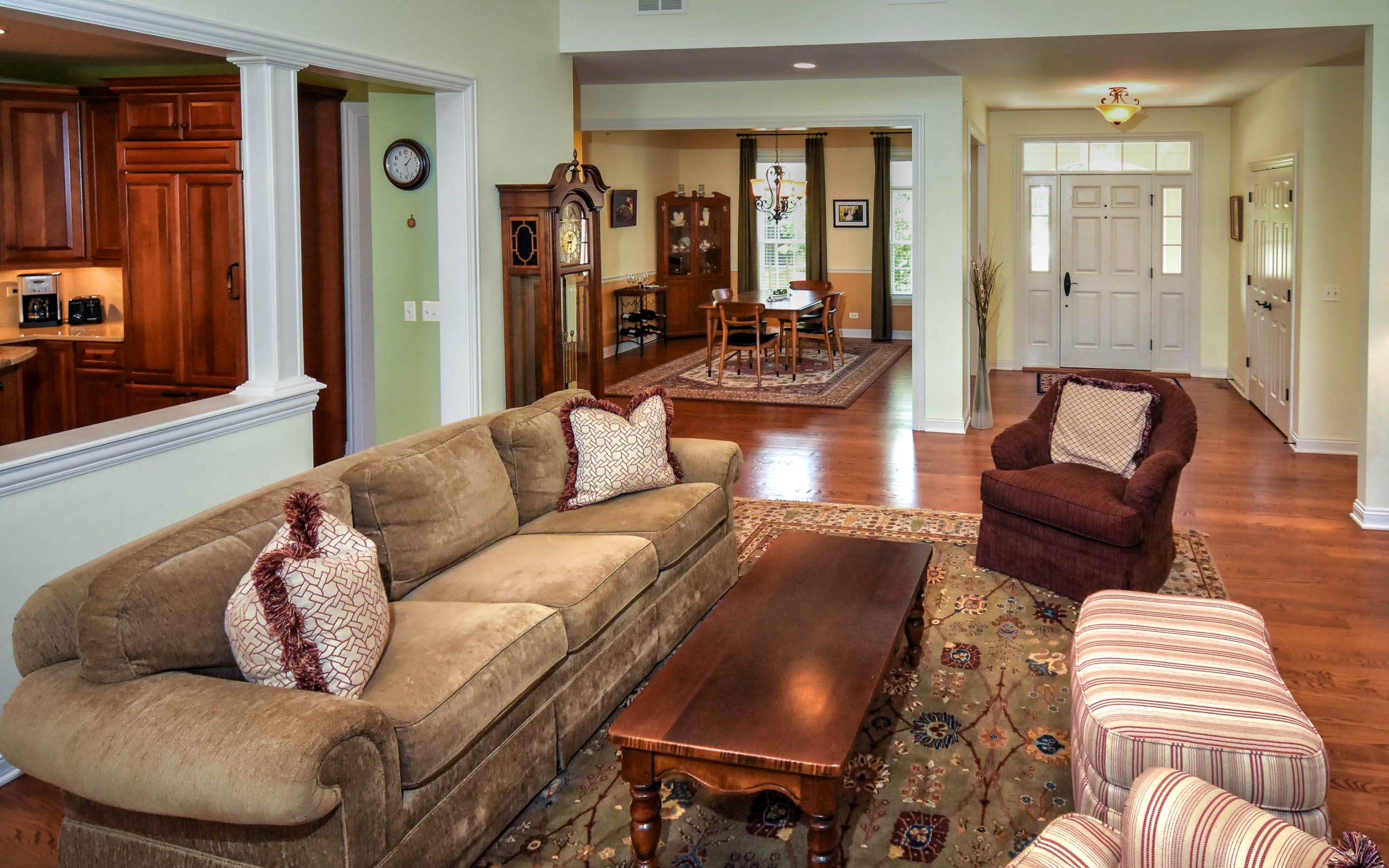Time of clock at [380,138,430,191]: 1:27
